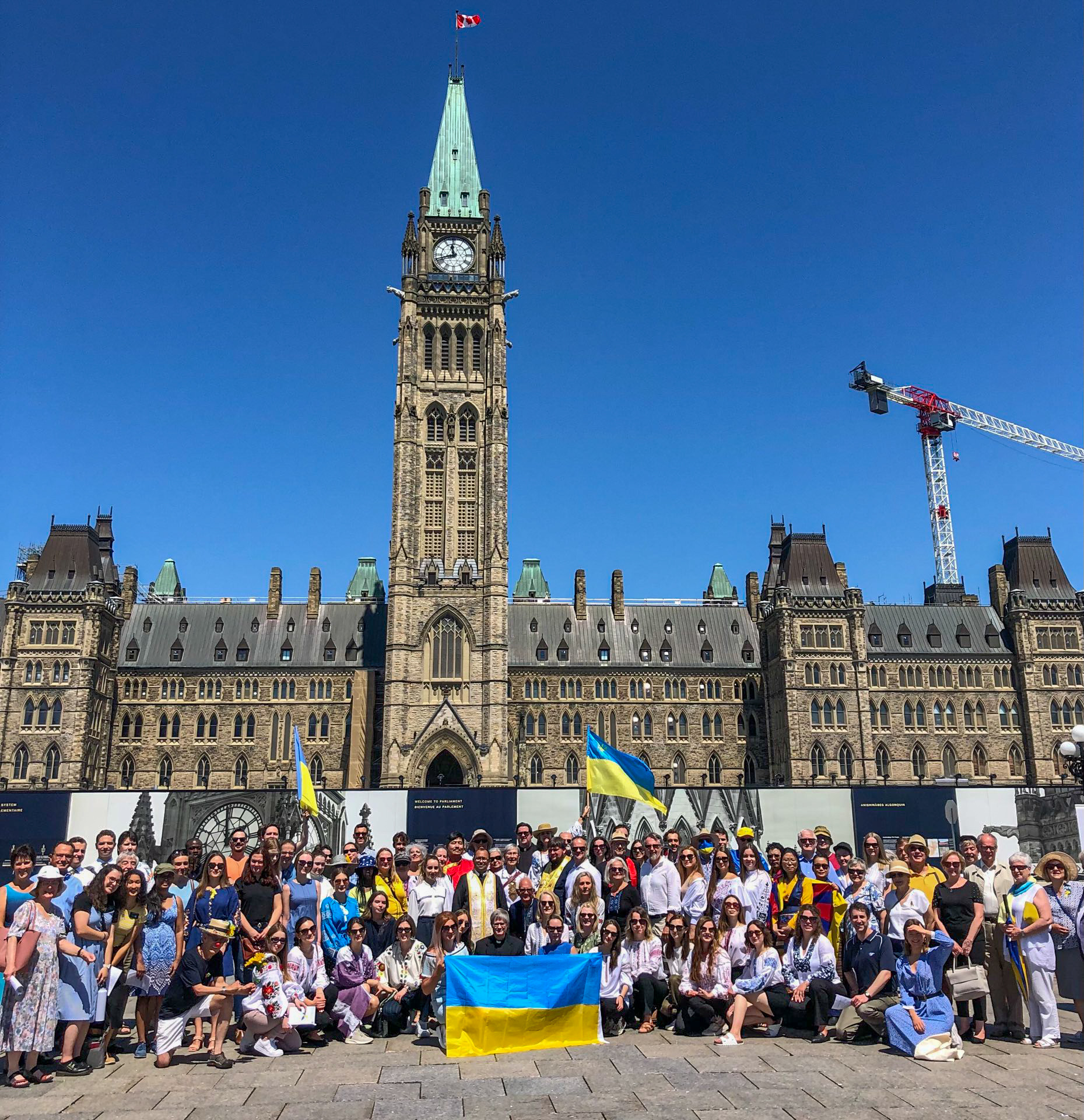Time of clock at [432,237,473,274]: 11:41
